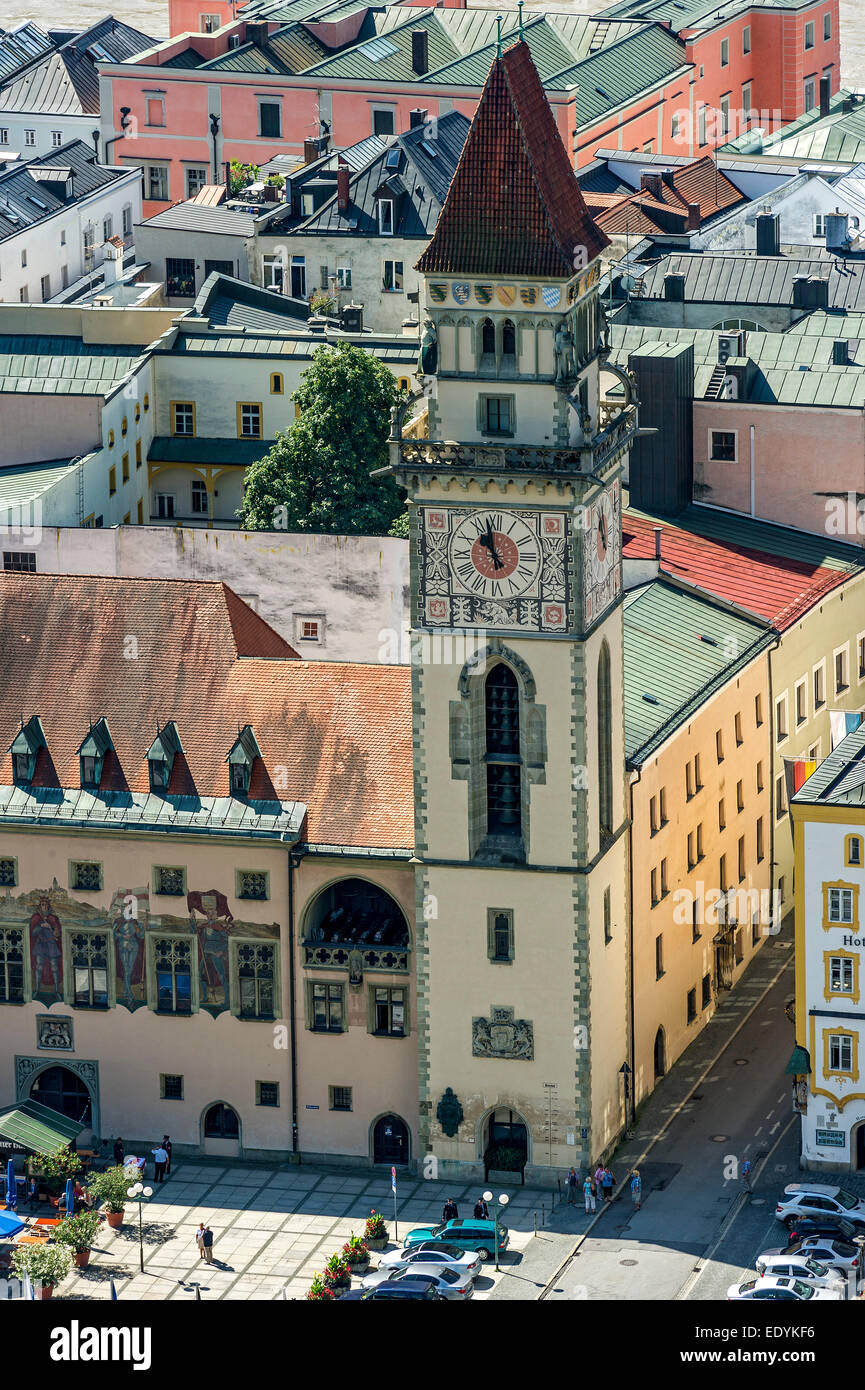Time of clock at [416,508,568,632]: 10:58
